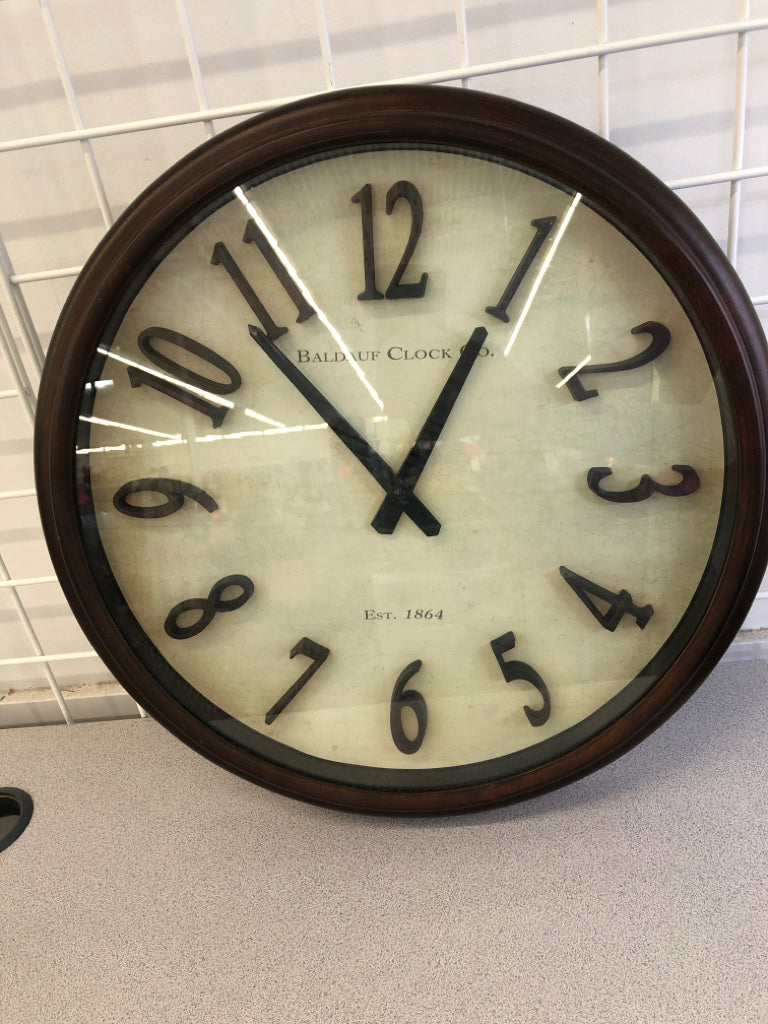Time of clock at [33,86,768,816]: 12:53
